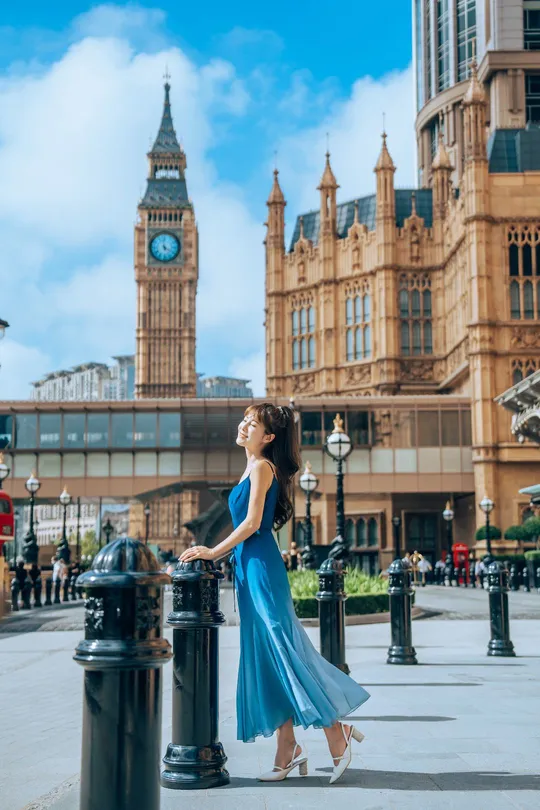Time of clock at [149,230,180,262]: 3:58
